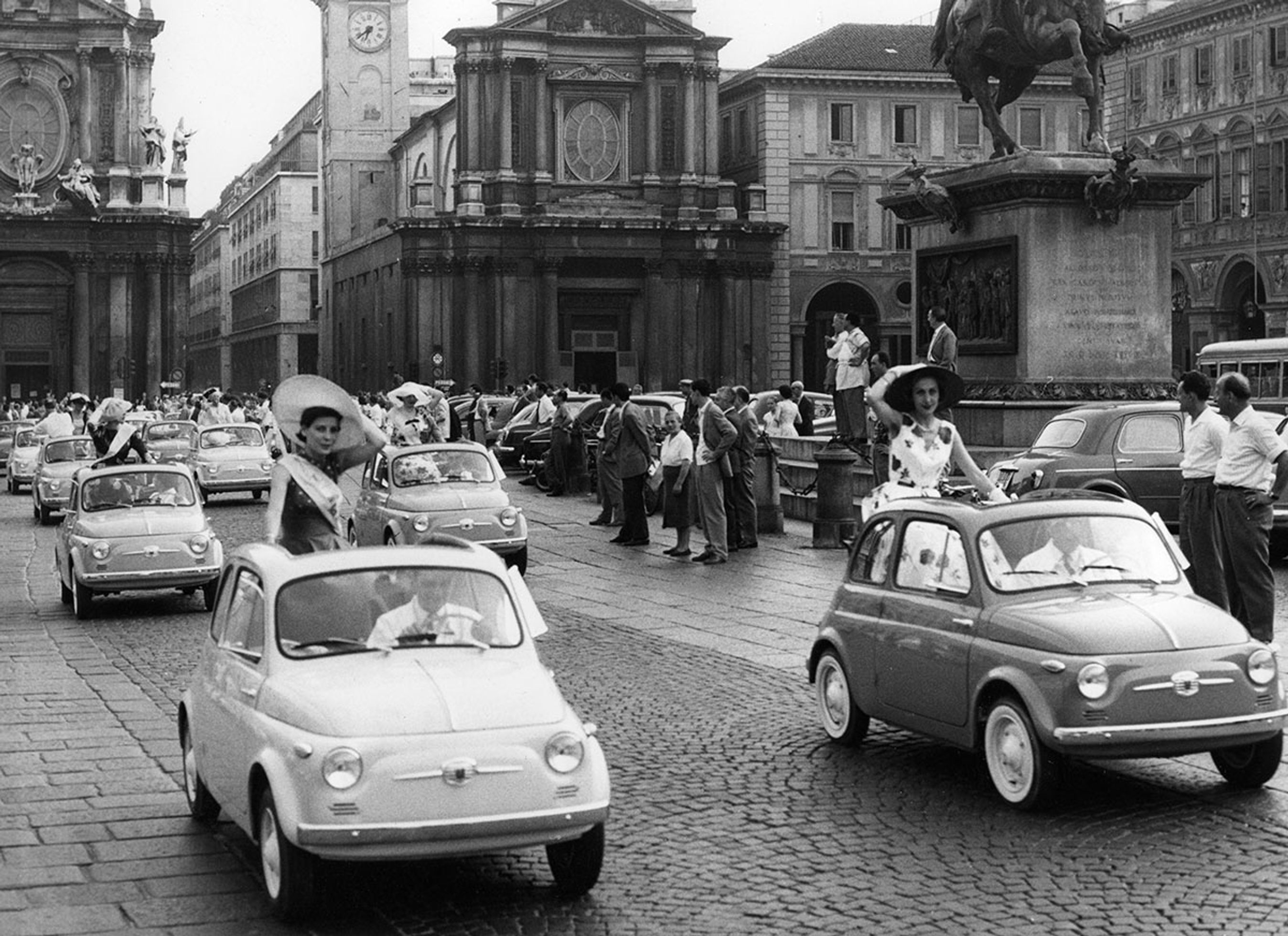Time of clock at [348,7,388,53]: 6:38
